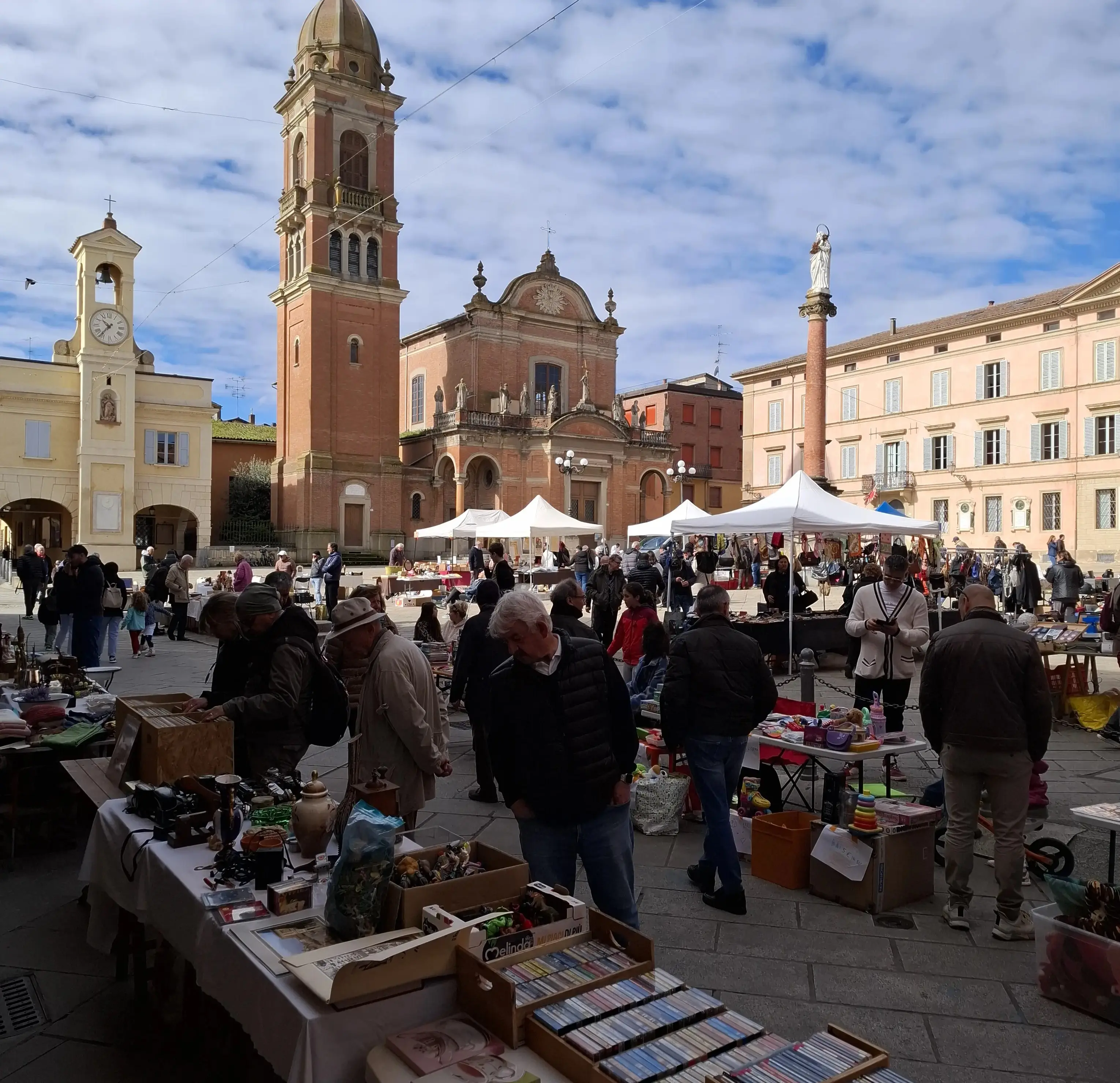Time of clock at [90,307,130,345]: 10:36
